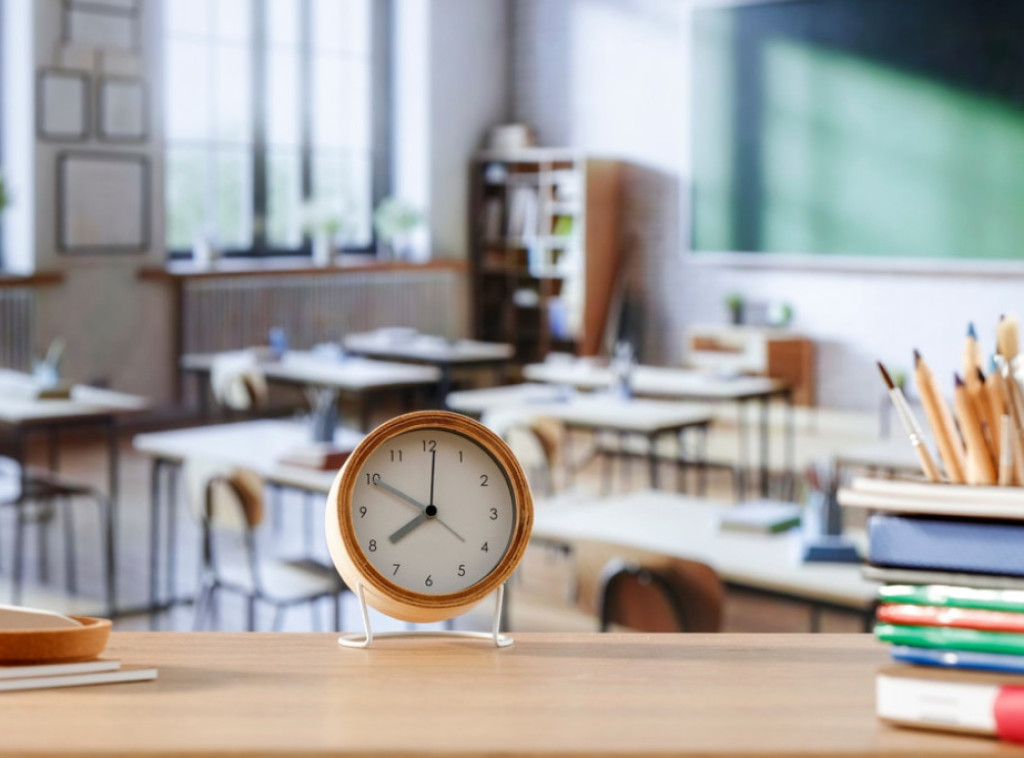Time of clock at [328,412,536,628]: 7:49
